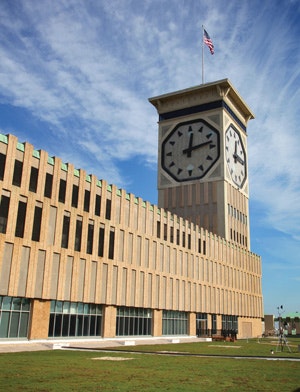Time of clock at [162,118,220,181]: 12:12
